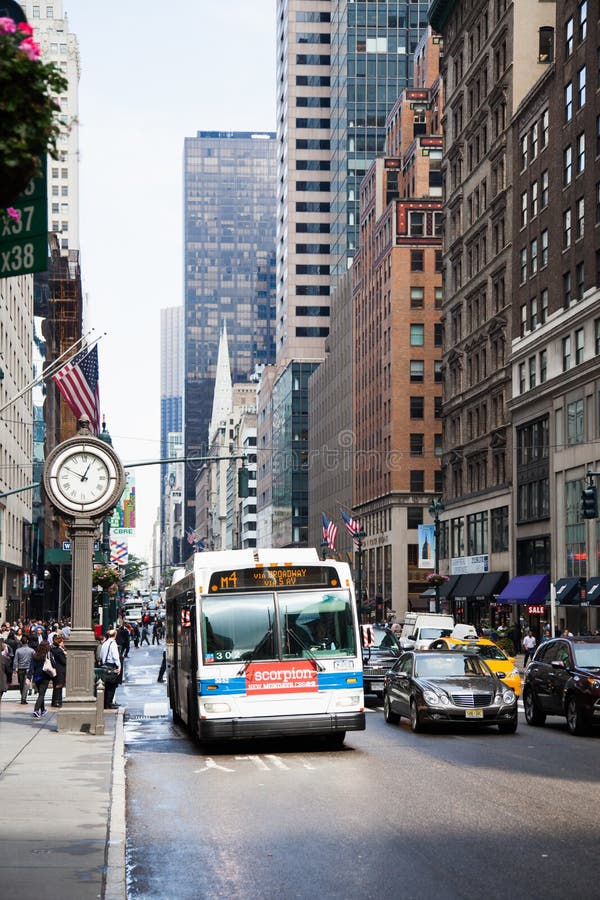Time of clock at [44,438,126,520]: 12:49
